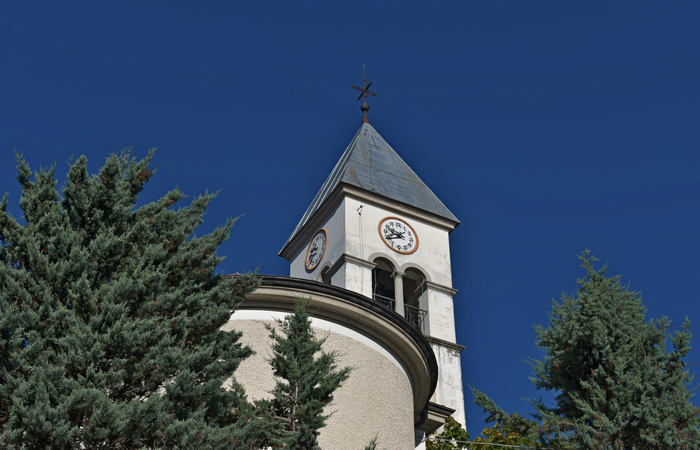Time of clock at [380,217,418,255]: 9:40
